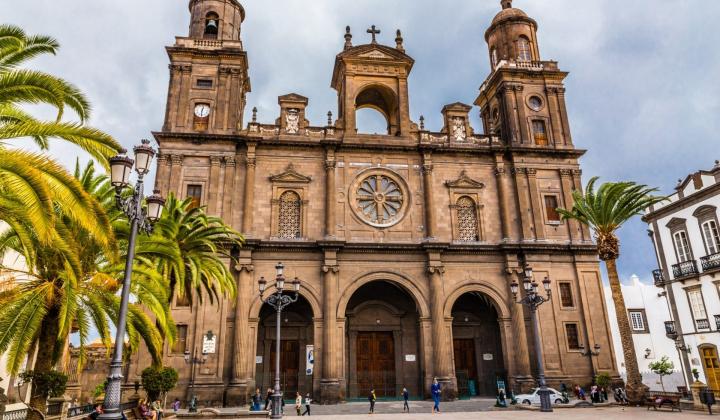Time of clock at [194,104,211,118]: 12:31
